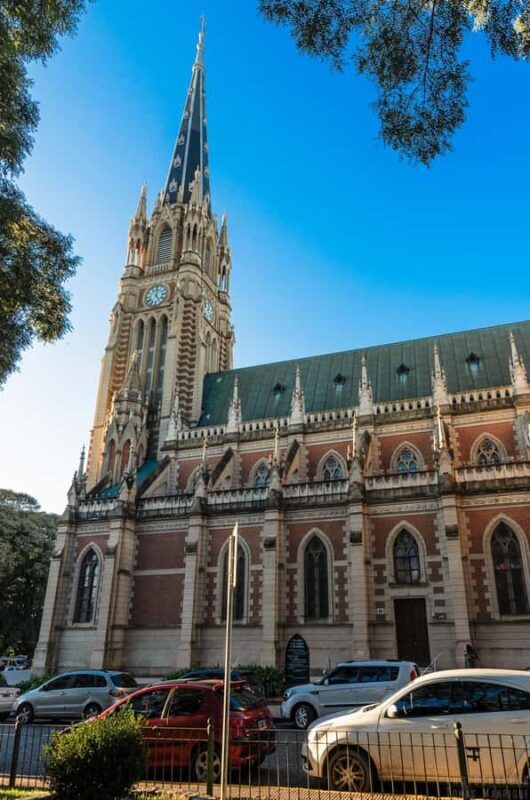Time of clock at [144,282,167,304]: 5:00
